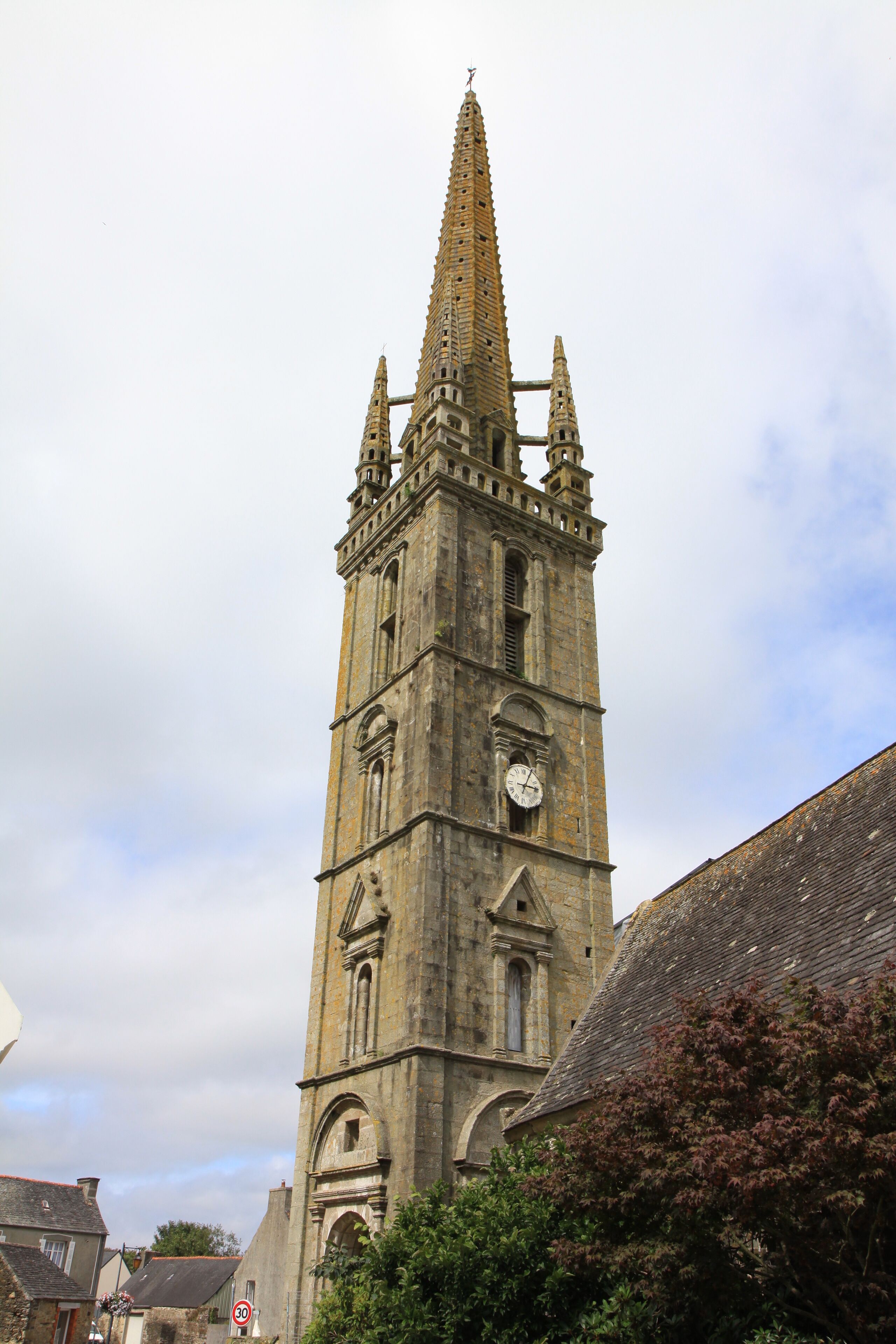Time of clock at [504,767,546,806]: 3:04
